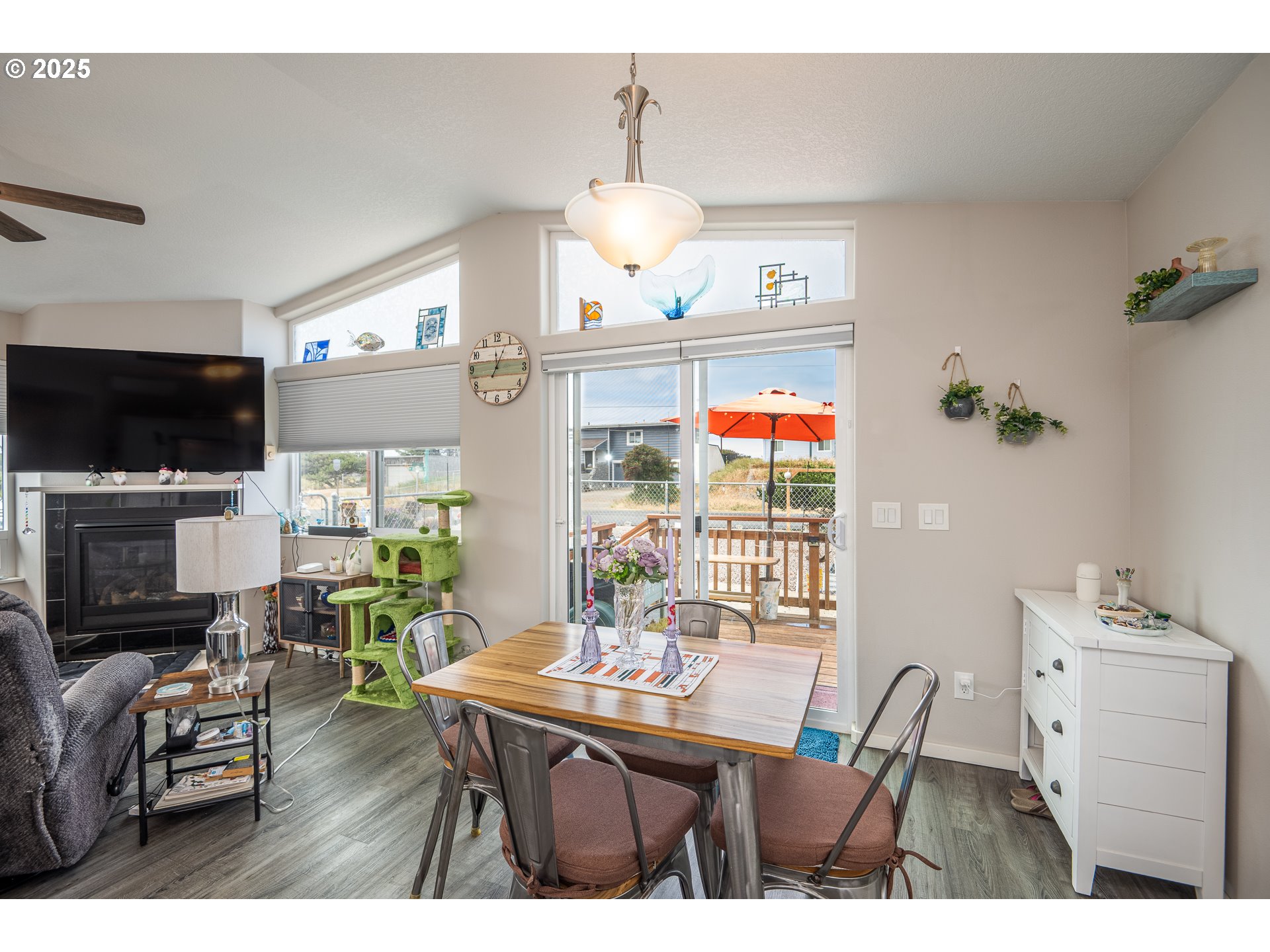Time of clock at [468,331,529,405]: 12:04
